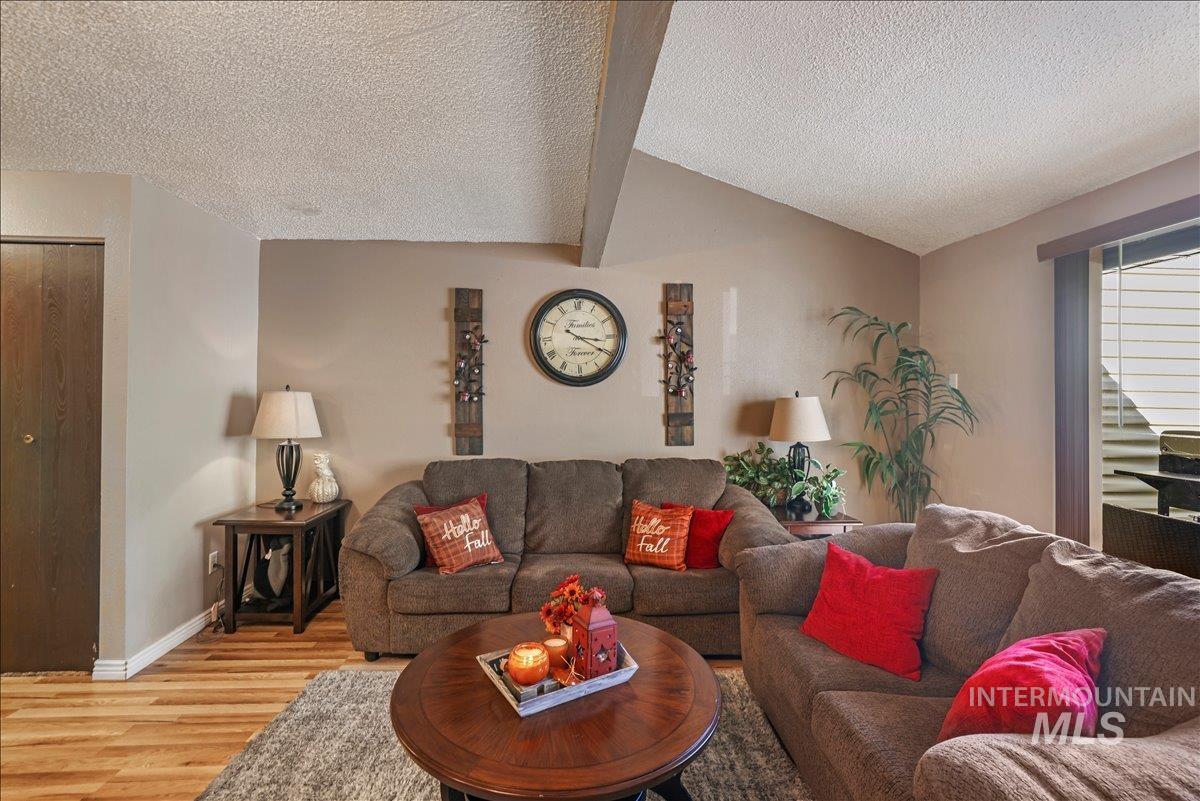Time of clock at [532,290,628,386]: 3:20
